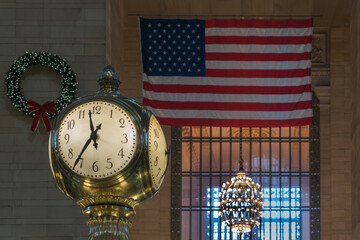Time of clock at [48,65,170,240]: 11:35
